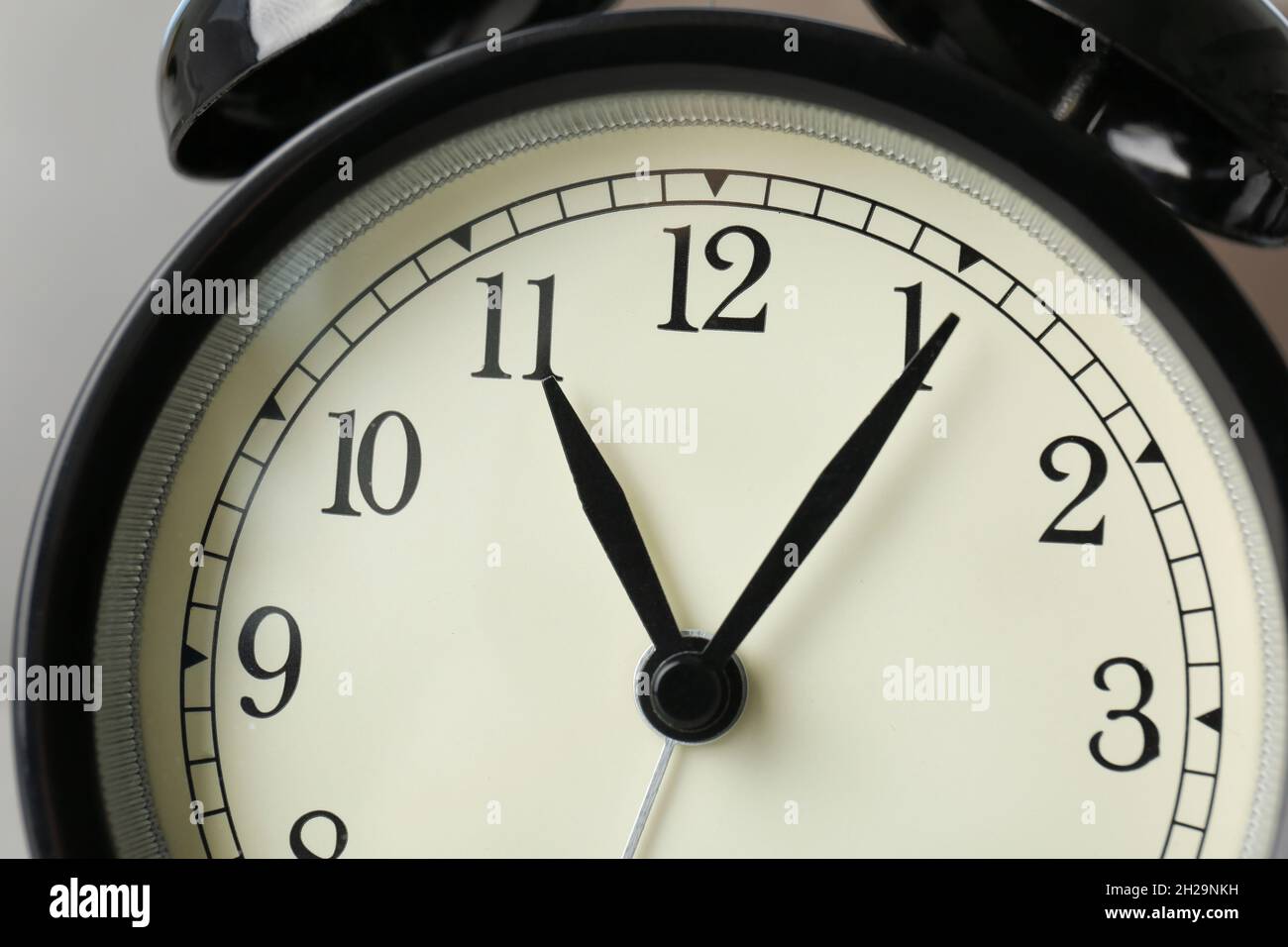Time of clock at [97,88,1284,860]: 11:05
